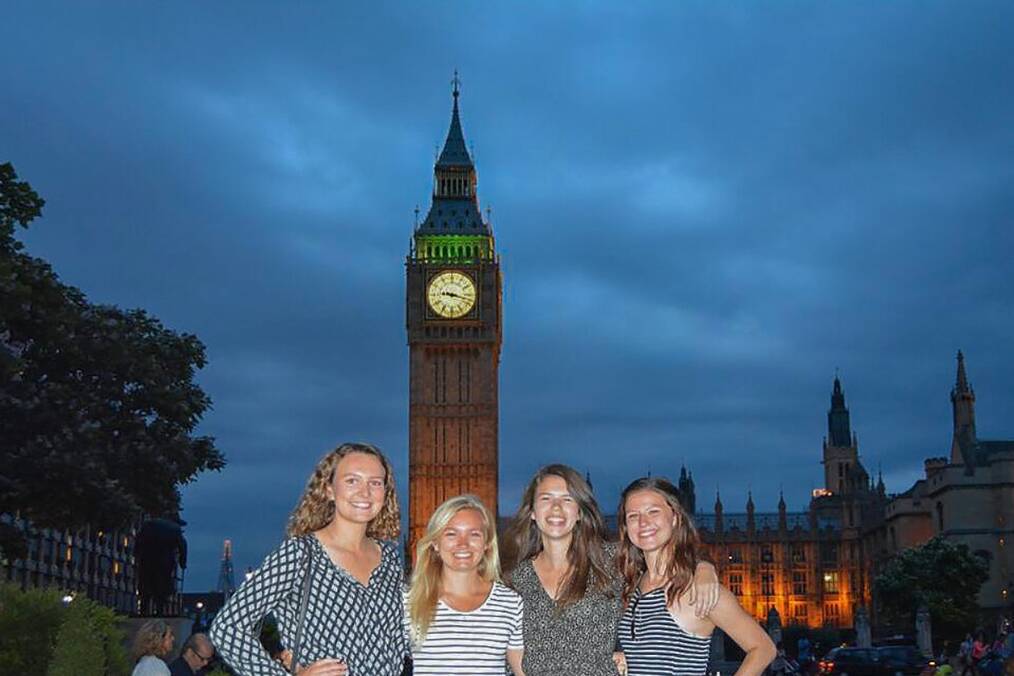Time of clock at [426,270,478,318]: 9:17
